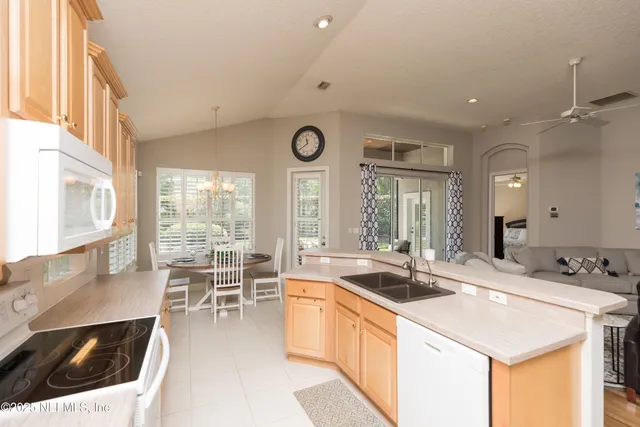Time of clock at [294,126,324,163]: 11:39
